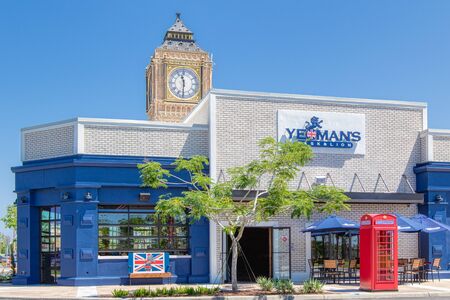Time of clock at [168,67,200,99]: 11:30
